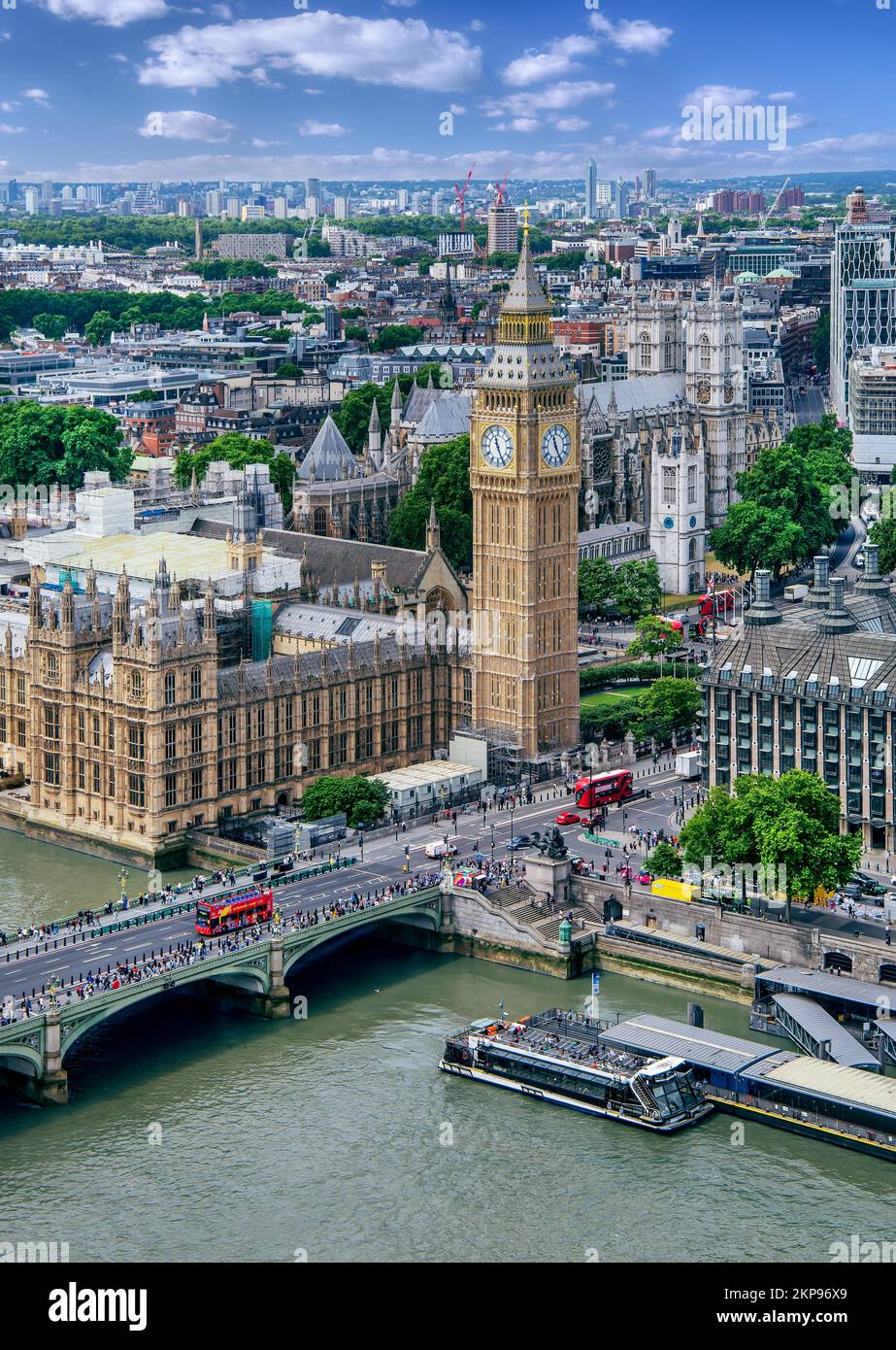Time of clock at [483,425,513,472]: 11:25
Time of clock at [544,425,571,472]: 11:25
